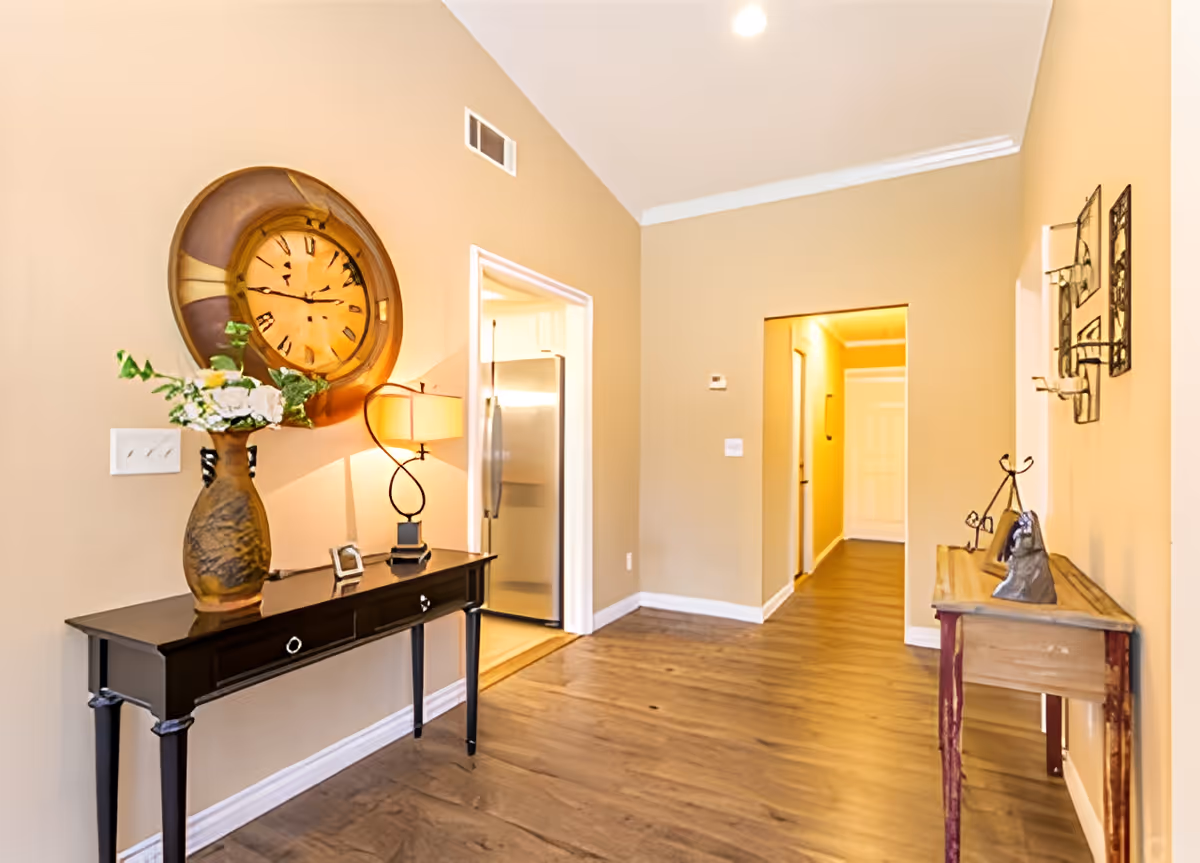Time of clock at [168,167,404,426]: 2:45
